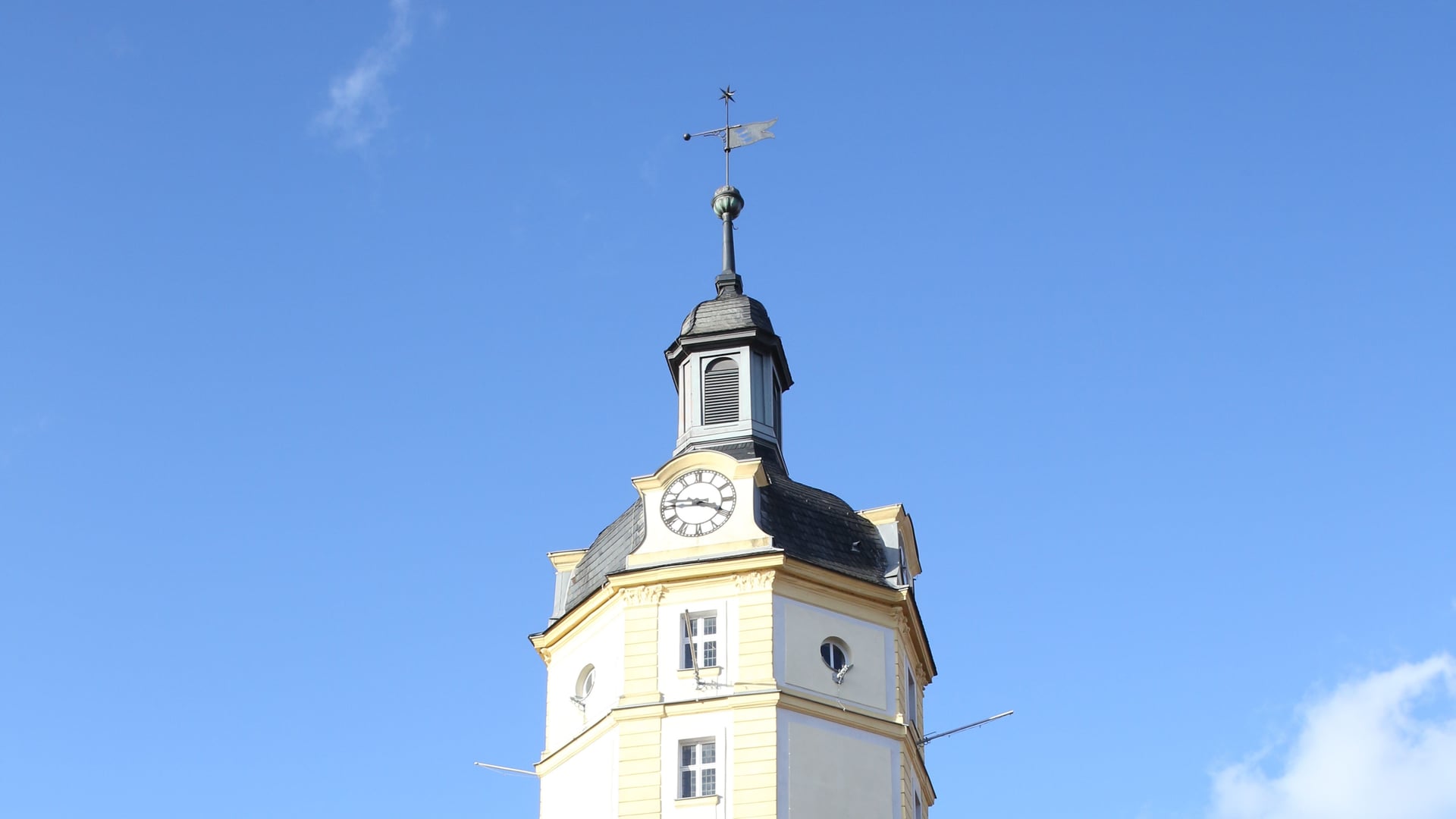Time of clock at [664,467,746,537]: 3:46
